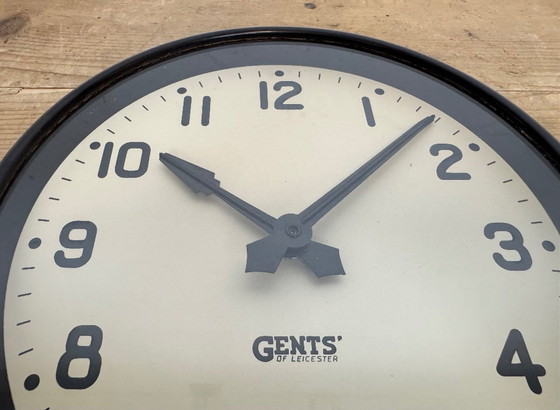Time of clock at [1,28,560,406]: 10:07
